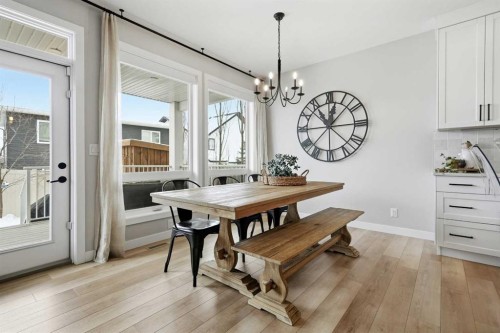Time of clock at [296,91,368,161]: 11:02
